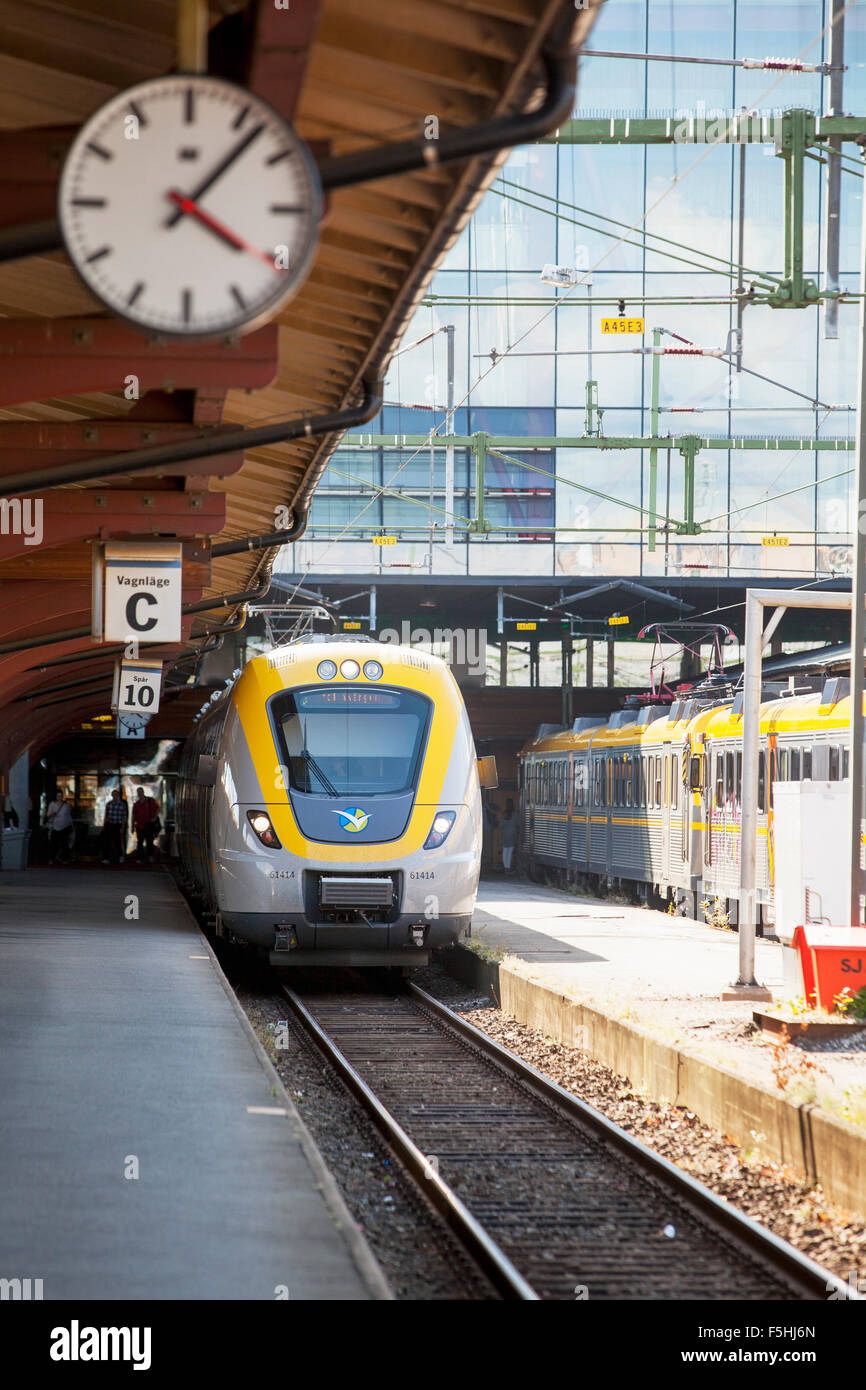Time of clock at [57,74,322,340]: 4:07
